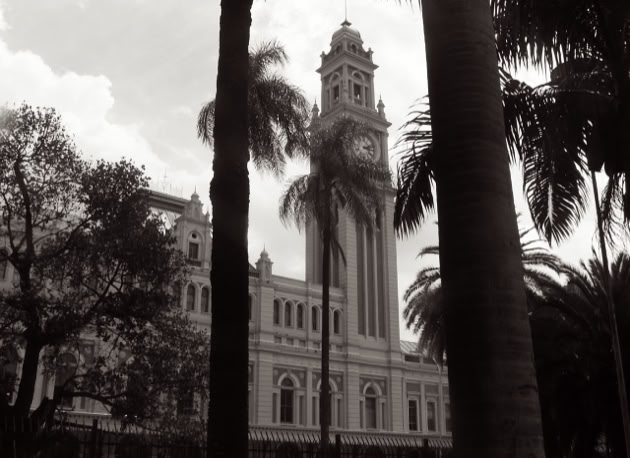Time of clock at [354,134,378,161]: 3:12
